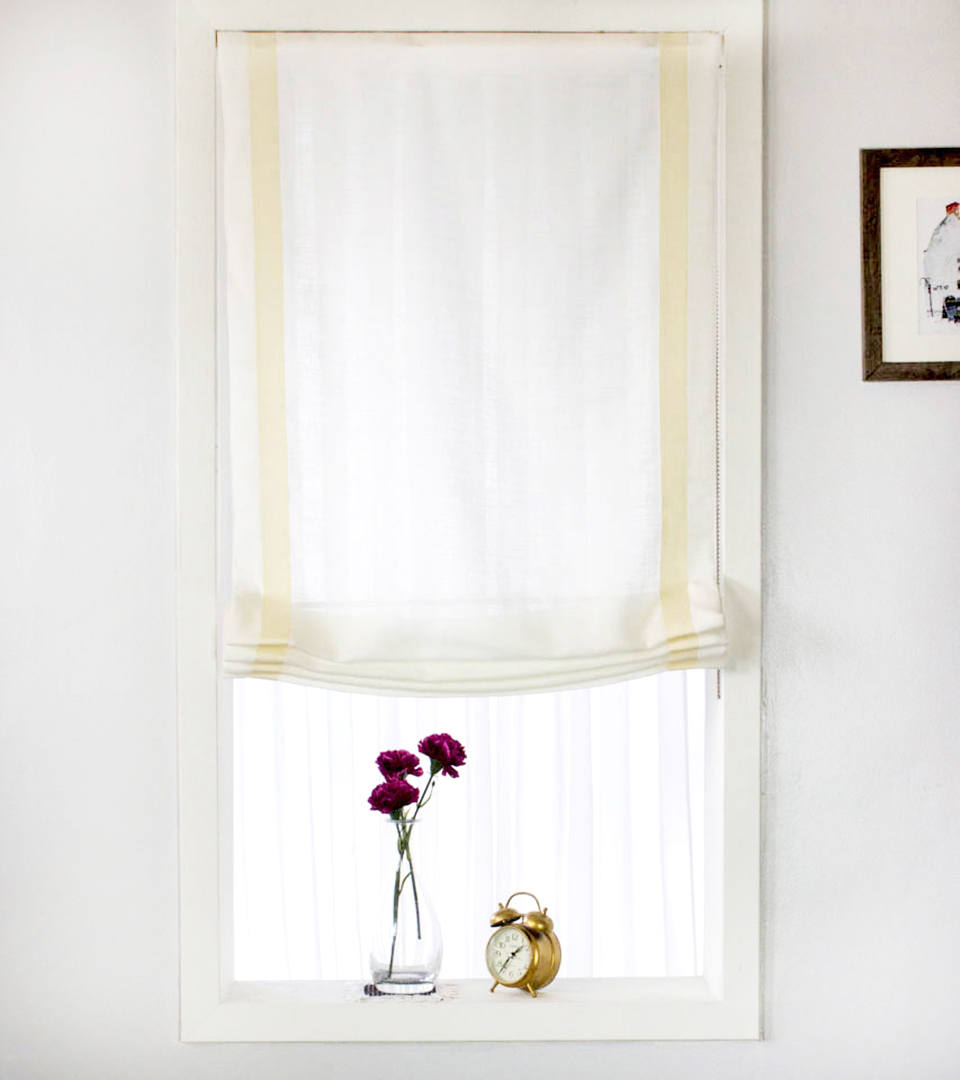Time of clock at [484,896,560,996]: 1:36
